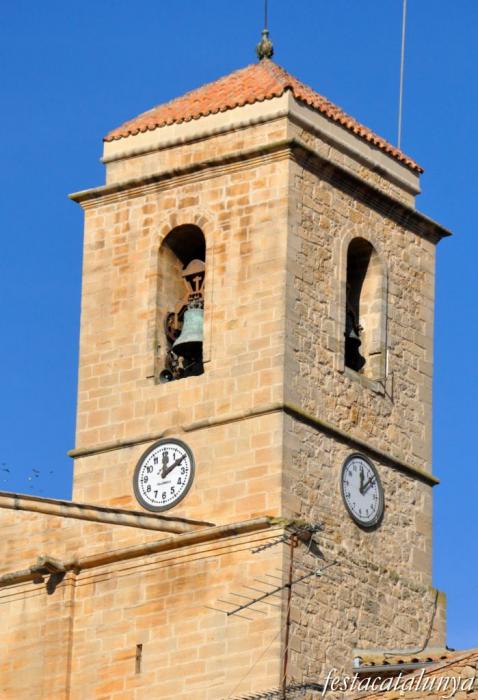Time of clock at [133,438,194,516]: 12:09
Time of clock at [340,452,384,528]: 12:07
